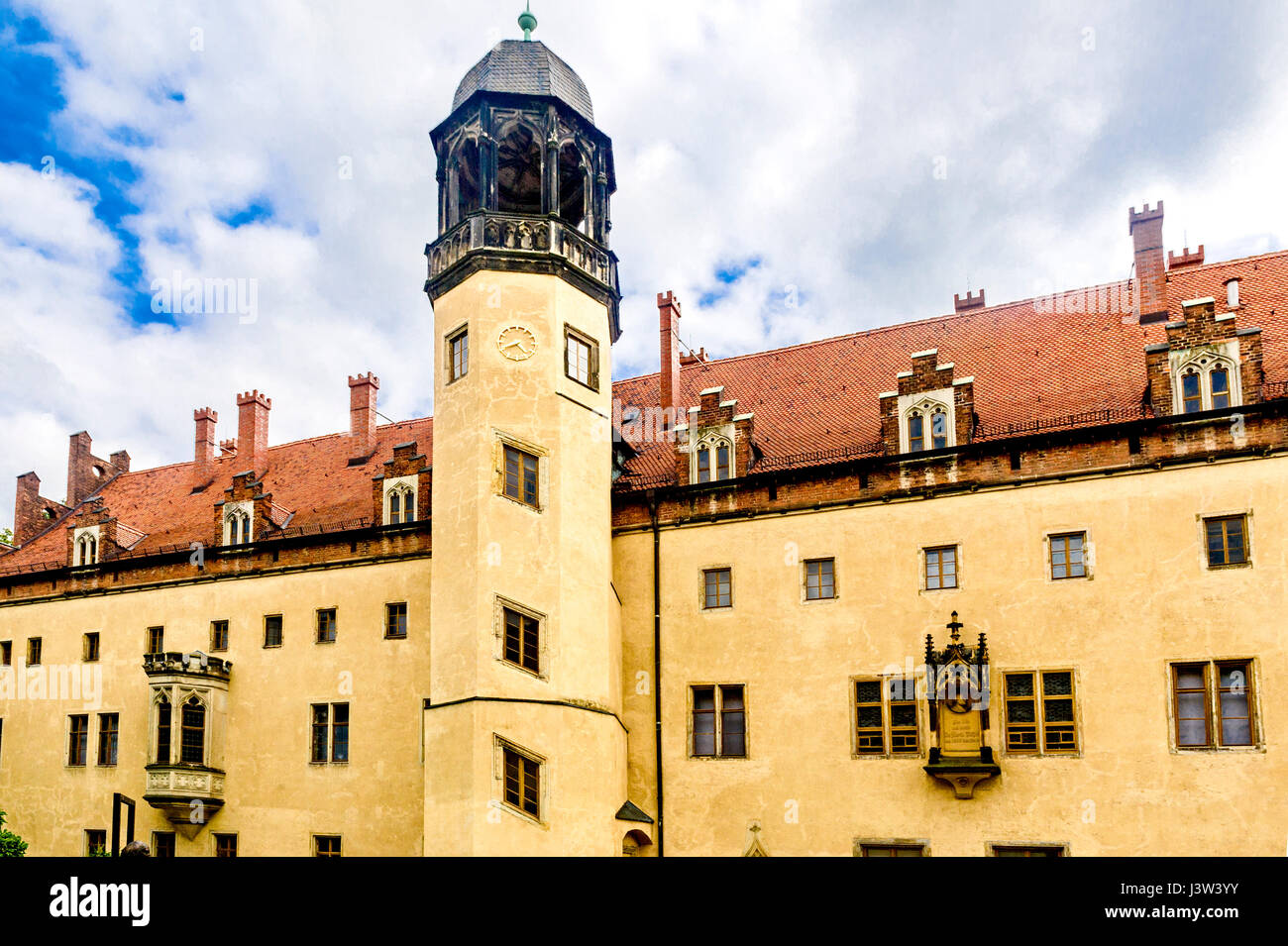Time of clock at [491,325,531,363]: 8:22
